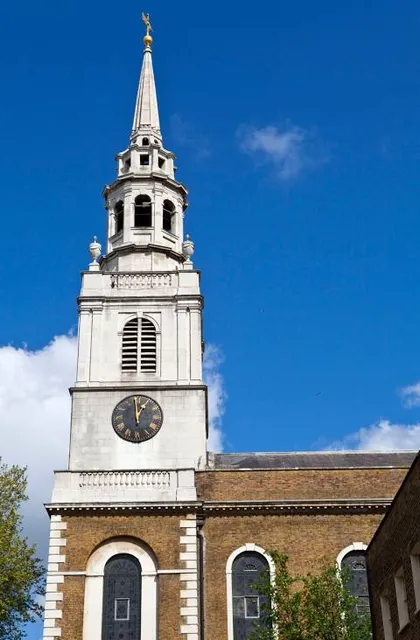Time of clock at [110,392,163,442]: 12:58
